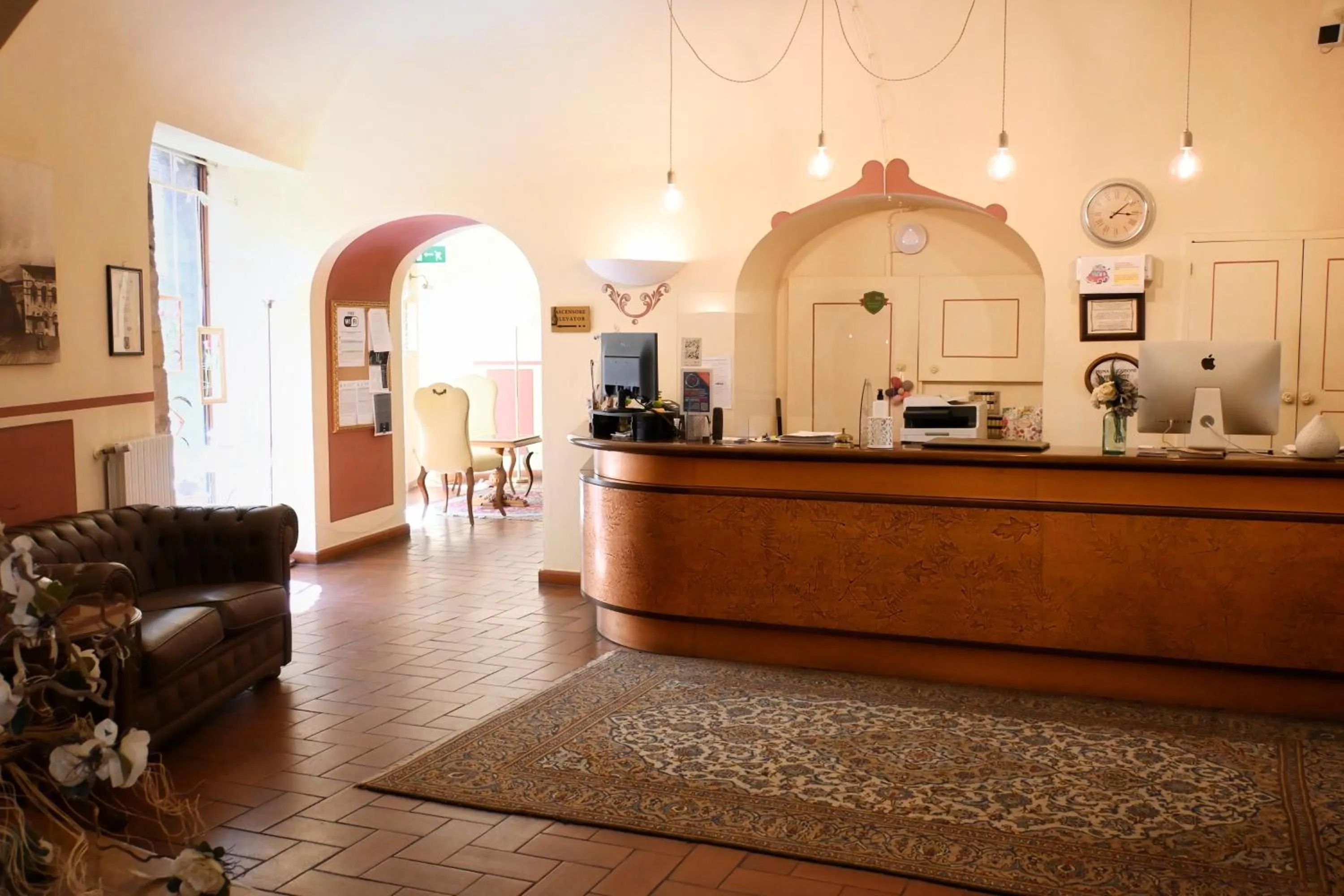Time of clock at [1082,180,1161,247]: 3:08
